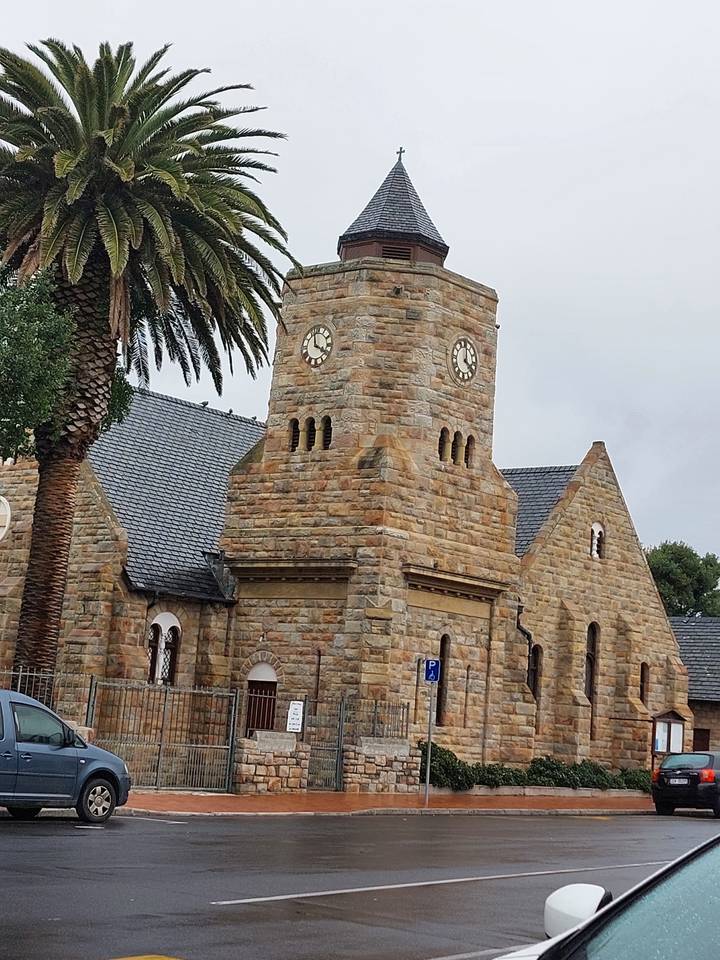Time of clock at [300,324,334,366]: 3:57
